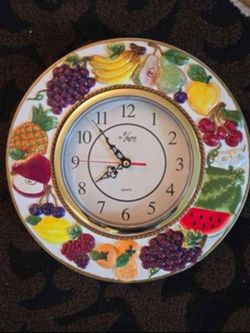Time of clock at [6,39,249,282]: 7:53
